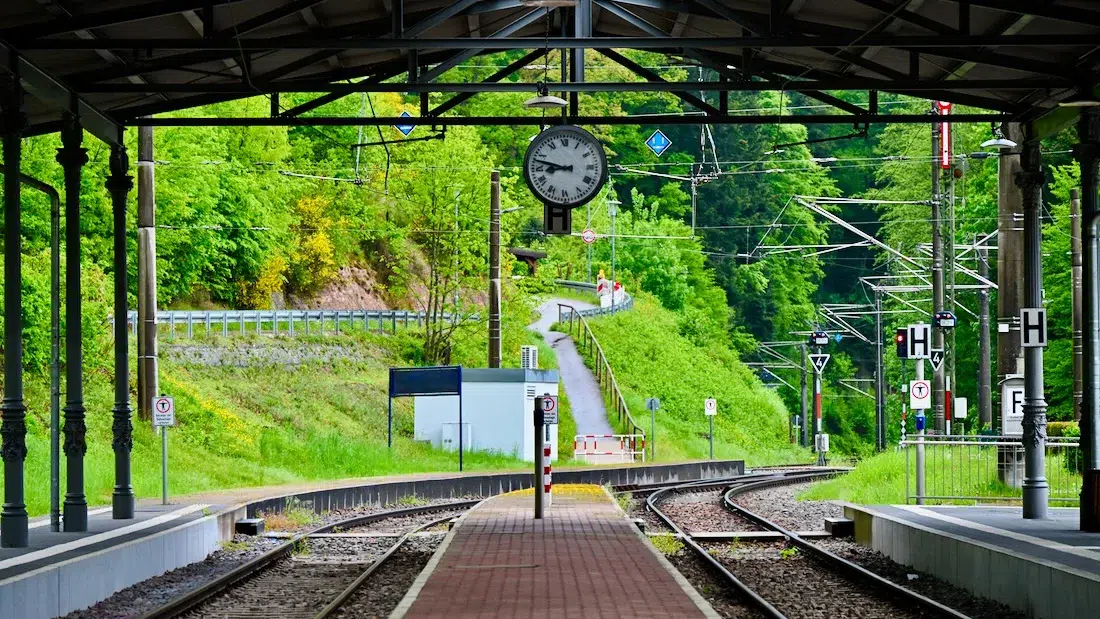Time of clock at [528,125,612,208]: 8:47
